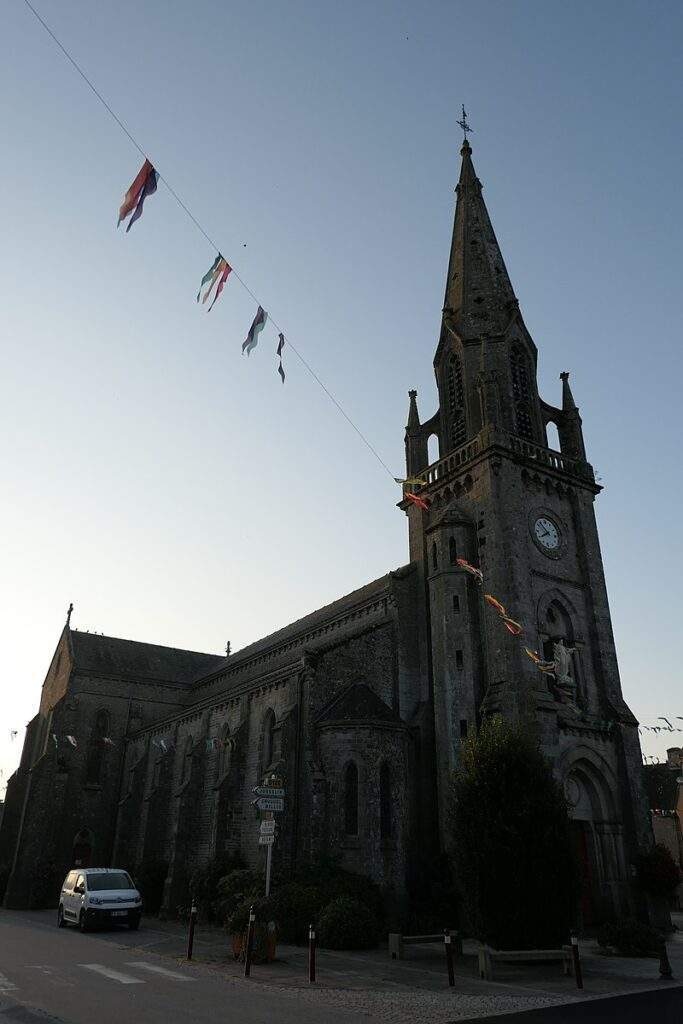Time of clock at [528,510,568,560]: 7:52
